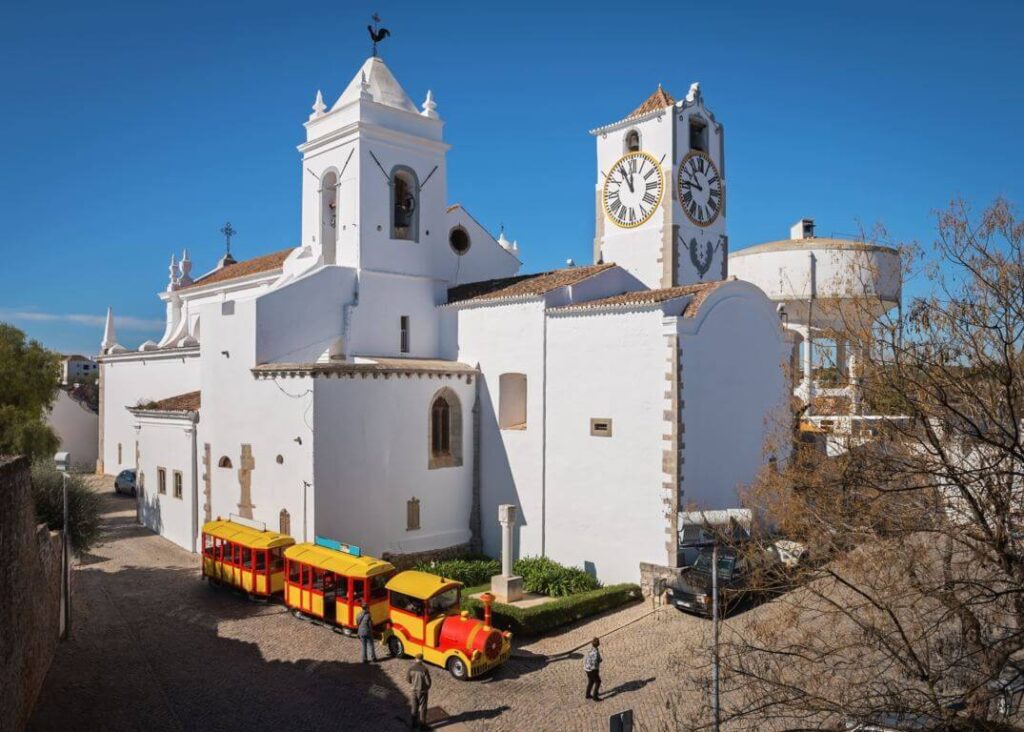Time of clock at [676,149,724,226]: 10:45
